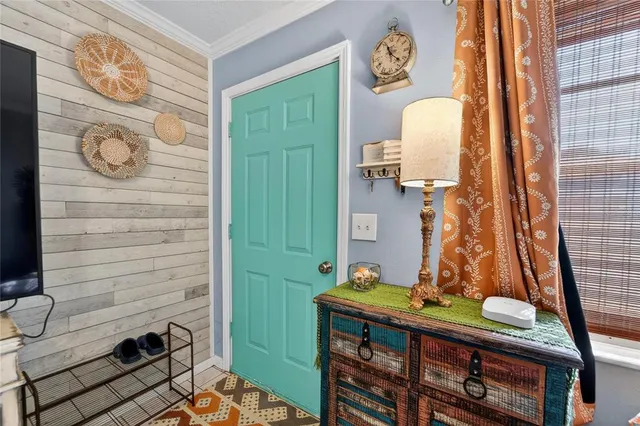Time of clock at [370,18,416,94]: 11:21
